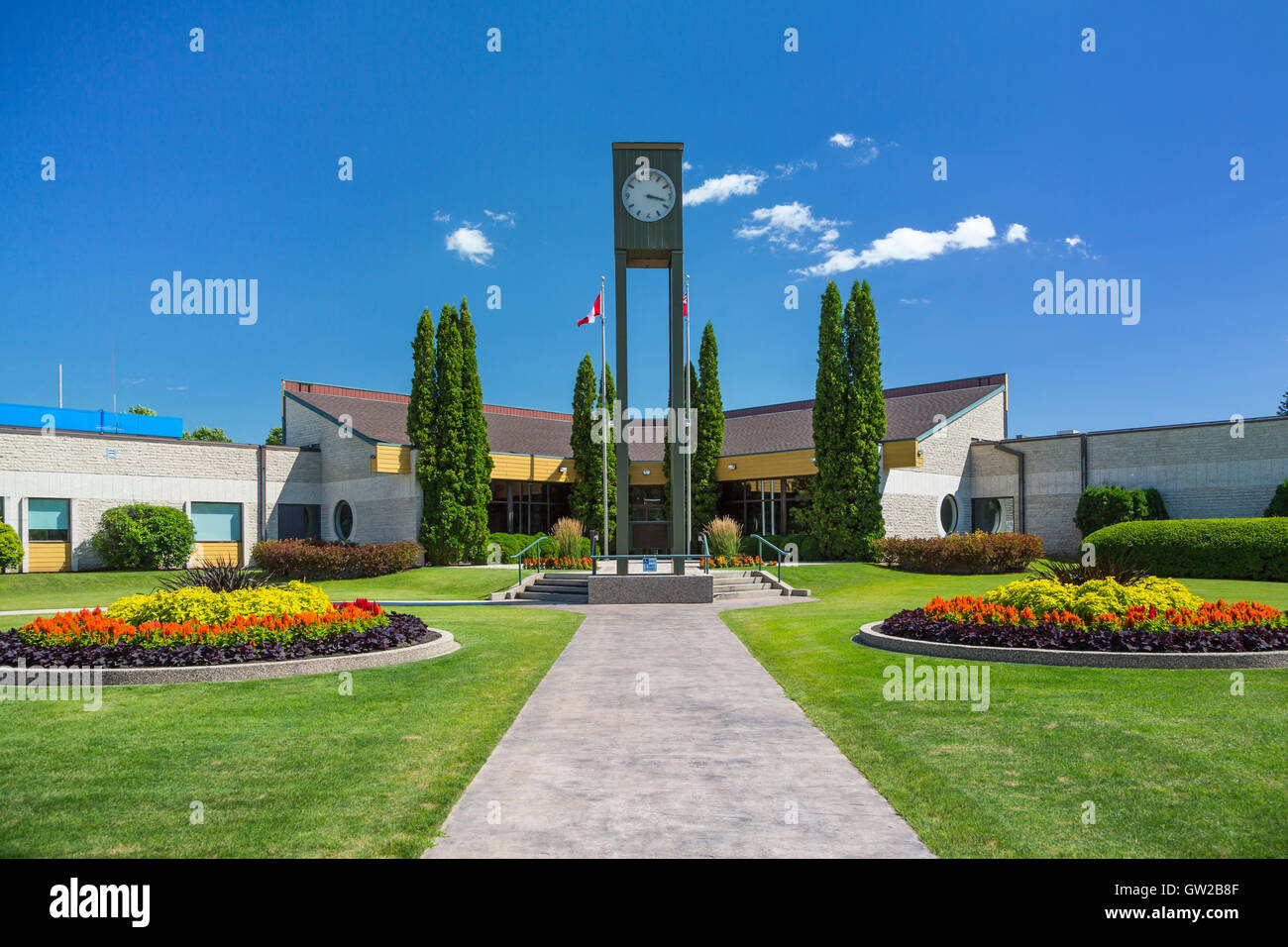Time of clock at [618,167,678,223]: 3:17
